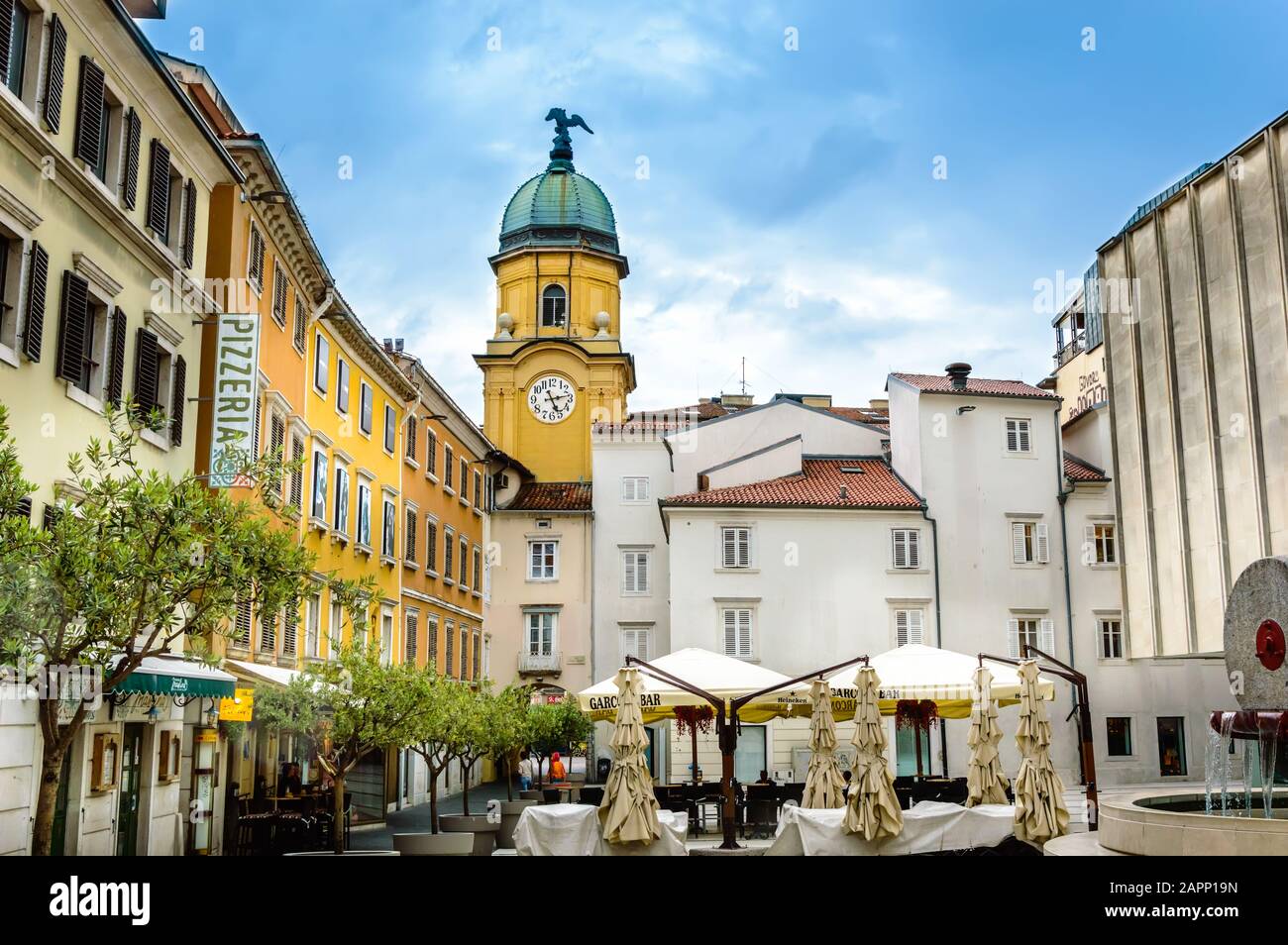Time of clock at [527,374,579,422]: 5:13
